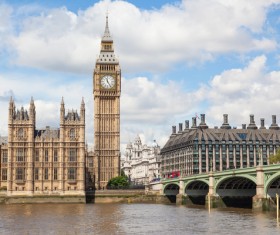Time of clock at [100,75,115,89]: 11:24
